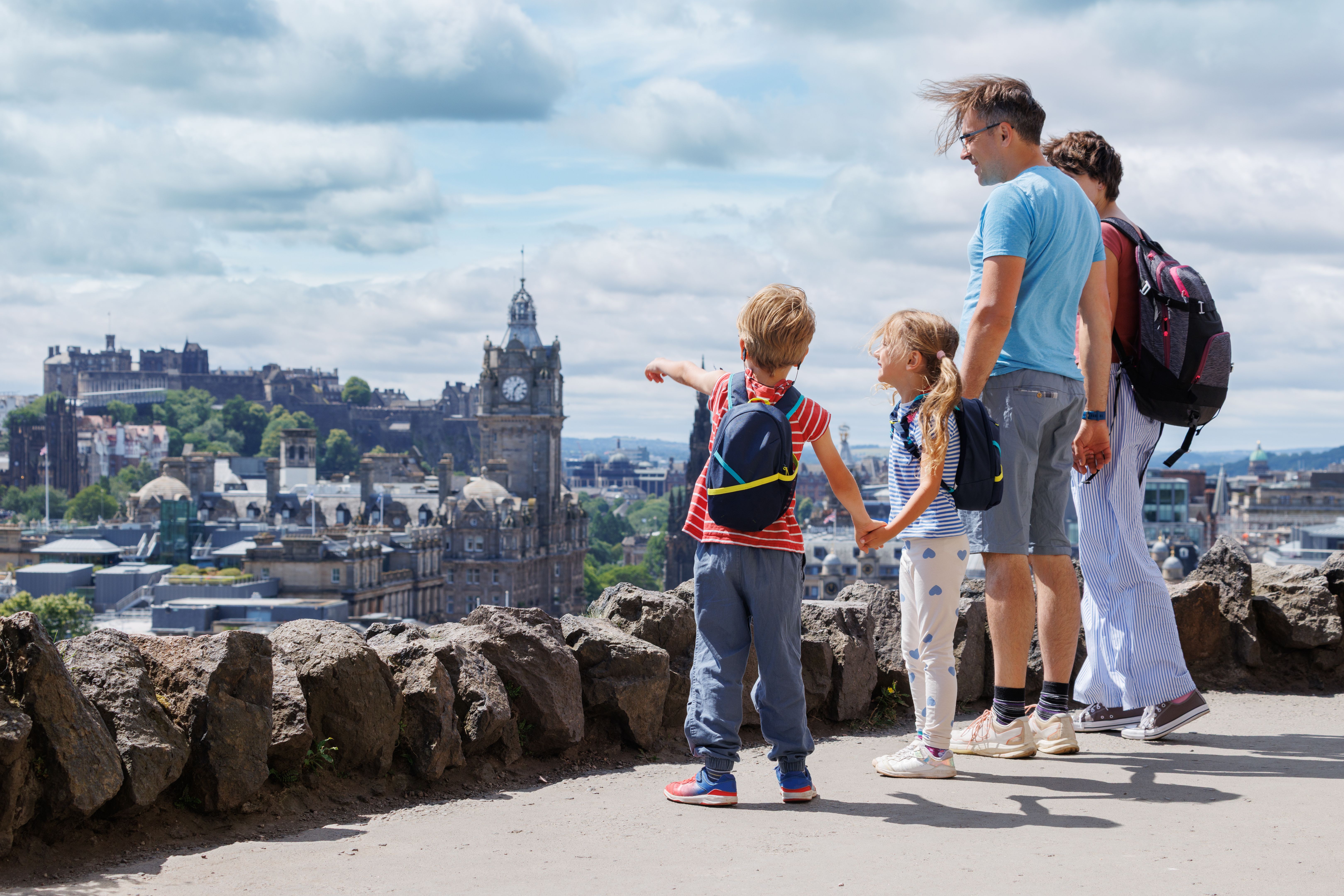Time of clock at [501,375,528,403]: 1:32
